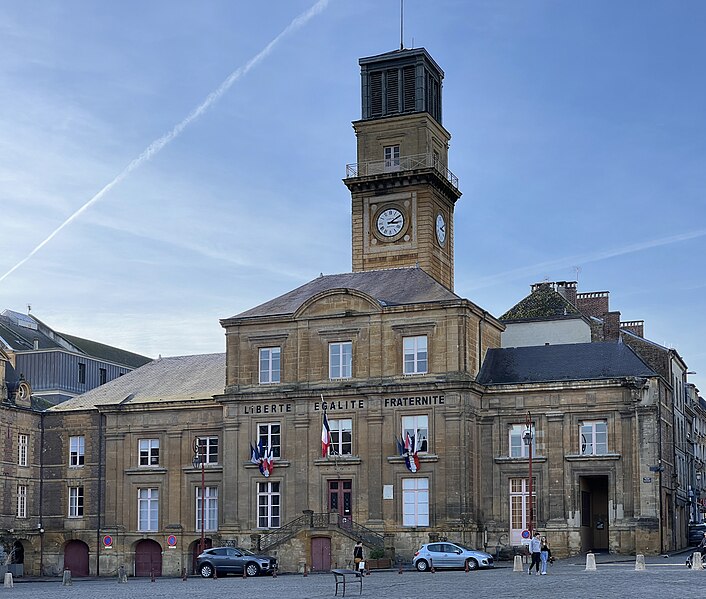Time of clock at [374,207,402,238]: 3:09
